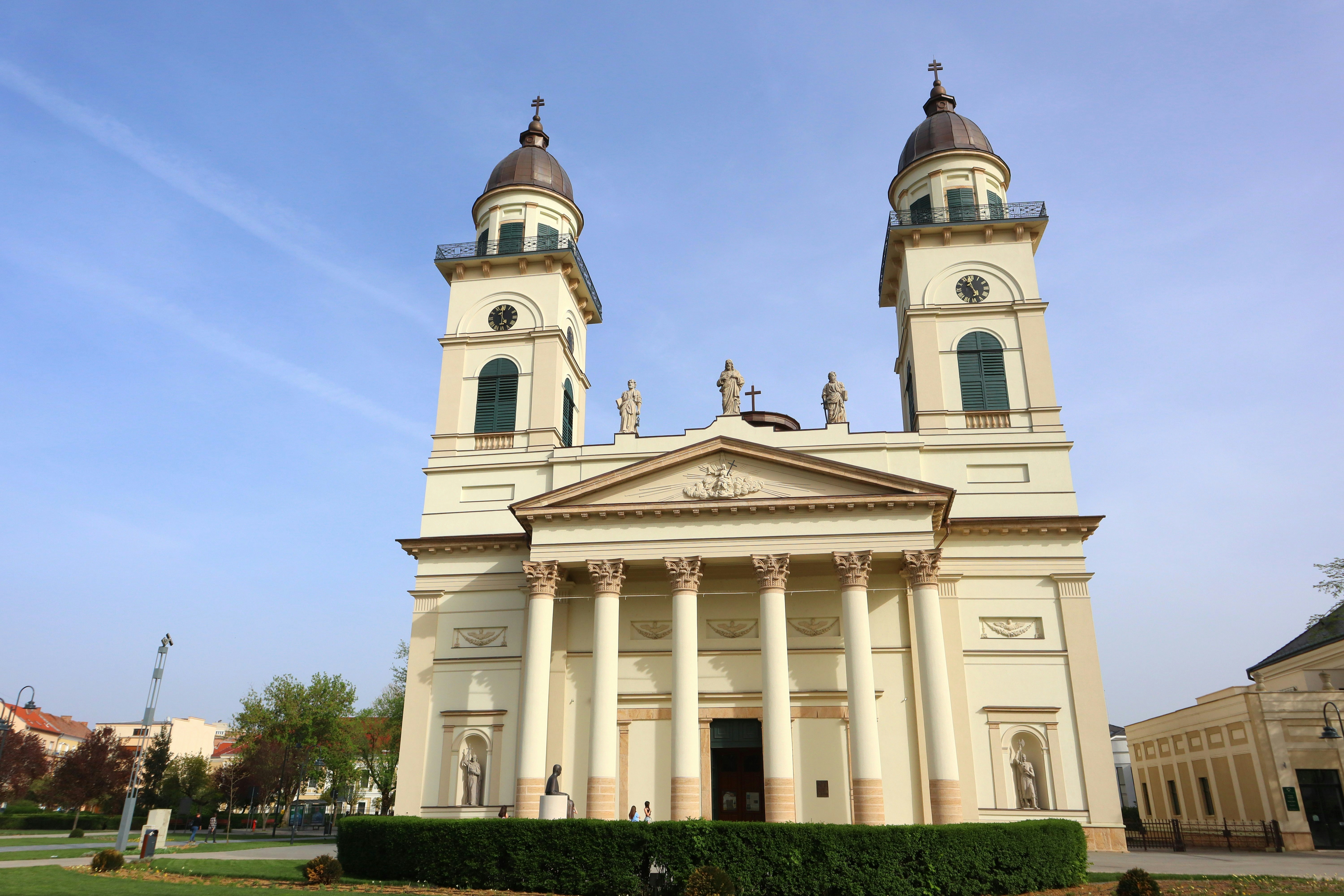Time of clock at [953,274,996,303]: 4:57
